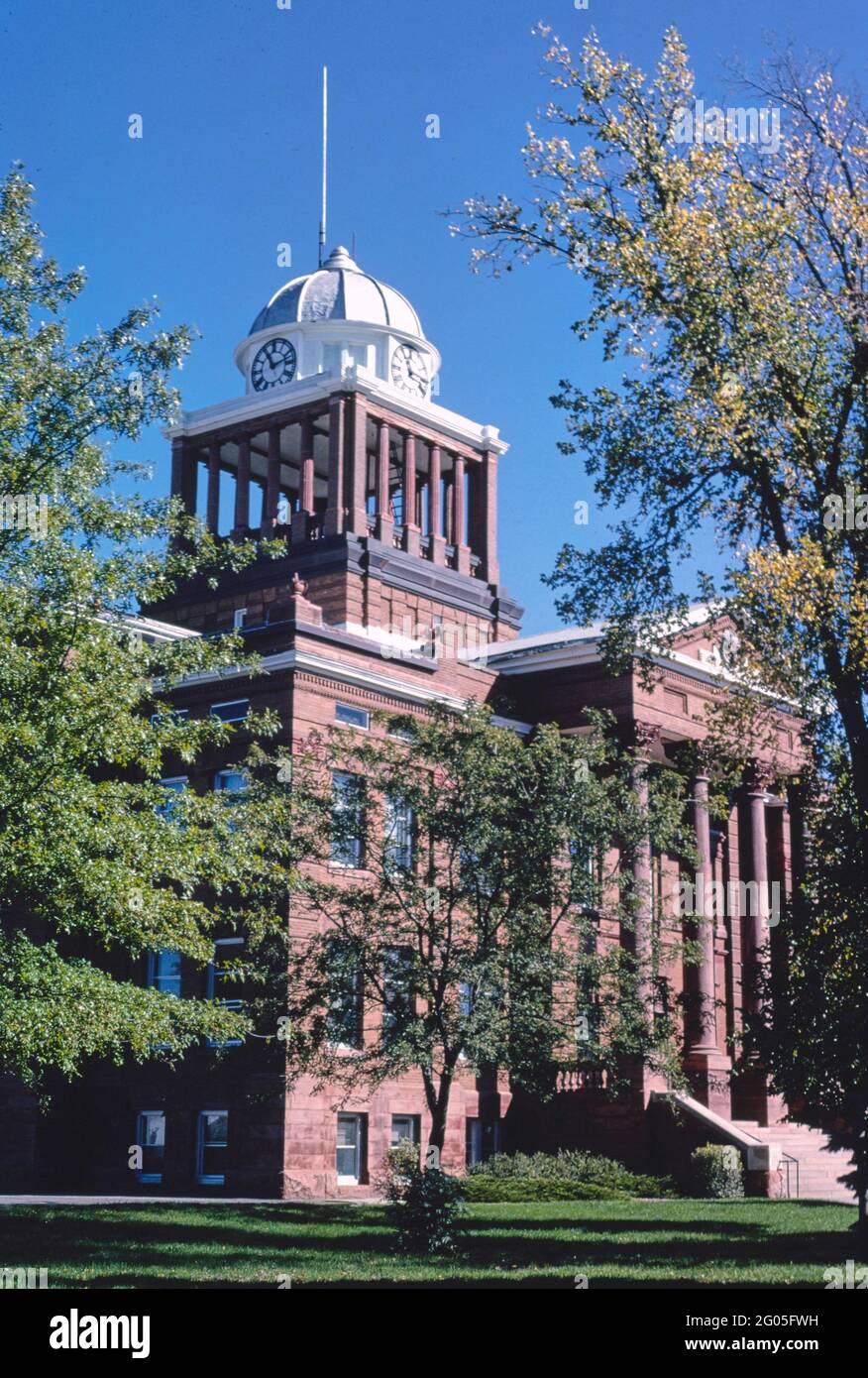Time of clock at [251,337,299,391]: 11:12
